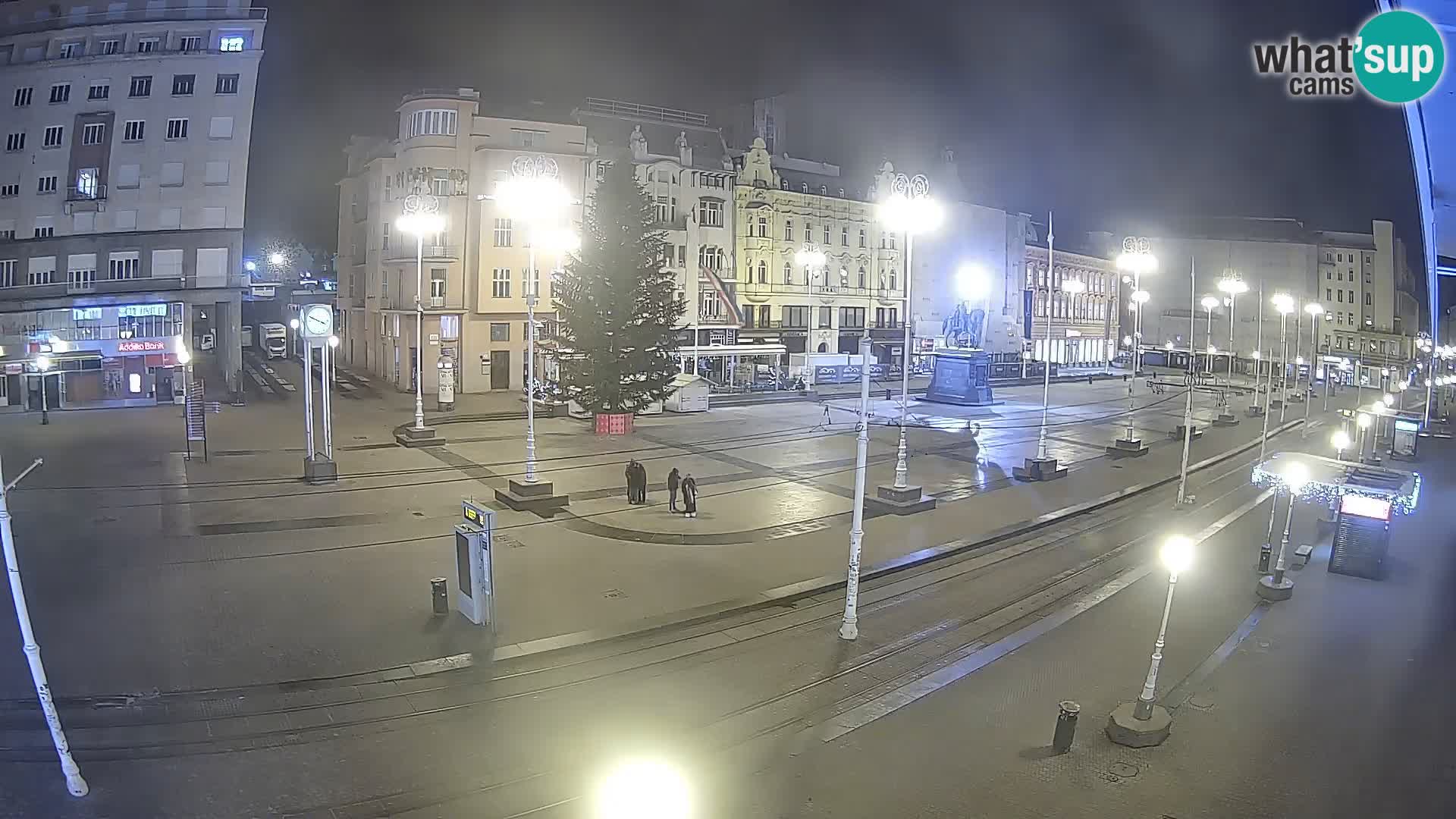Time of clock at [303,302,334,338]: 3:49
